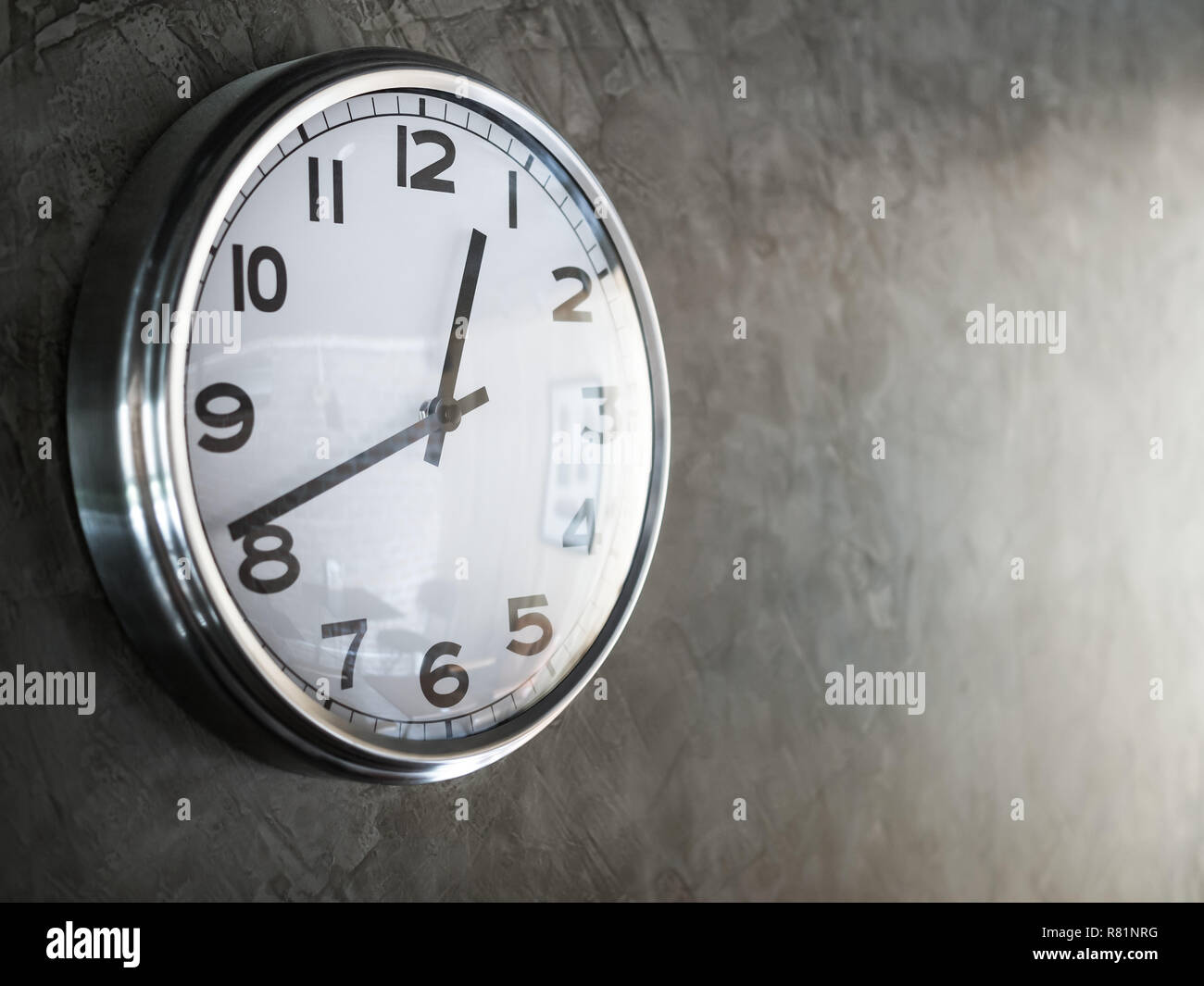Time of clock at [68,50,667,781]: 12:41
